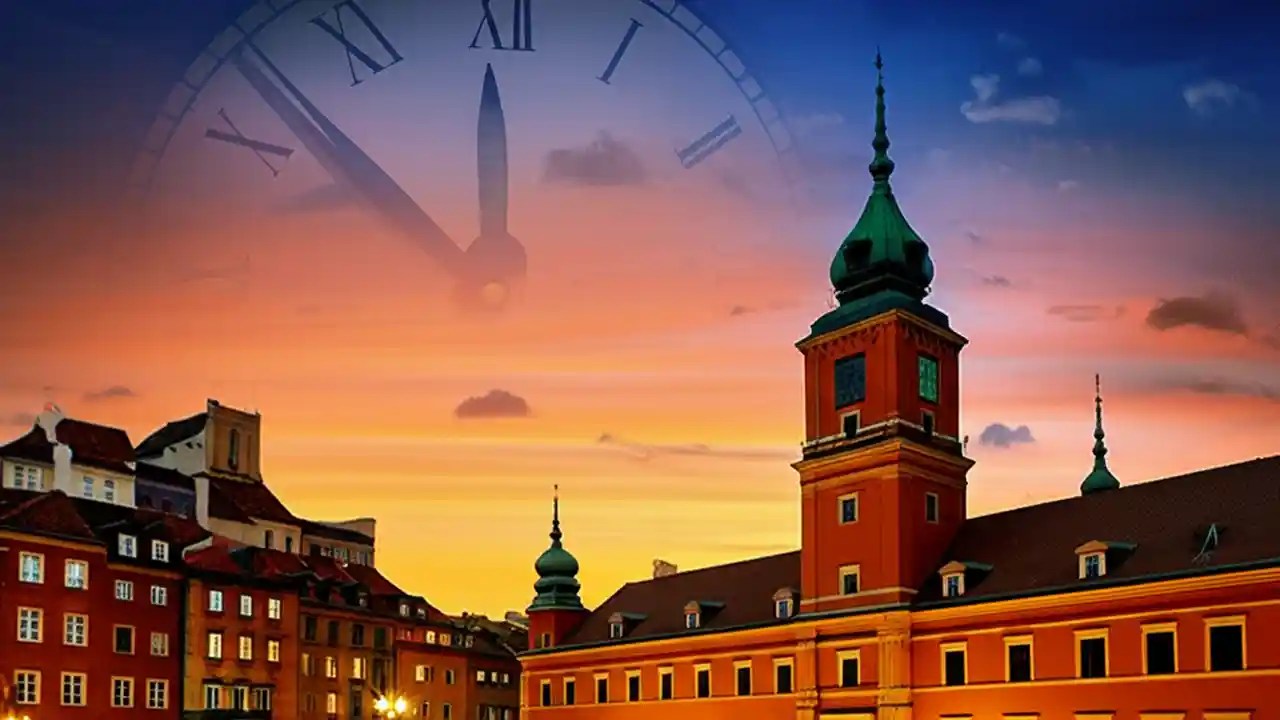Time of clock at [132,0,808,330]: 11:51
